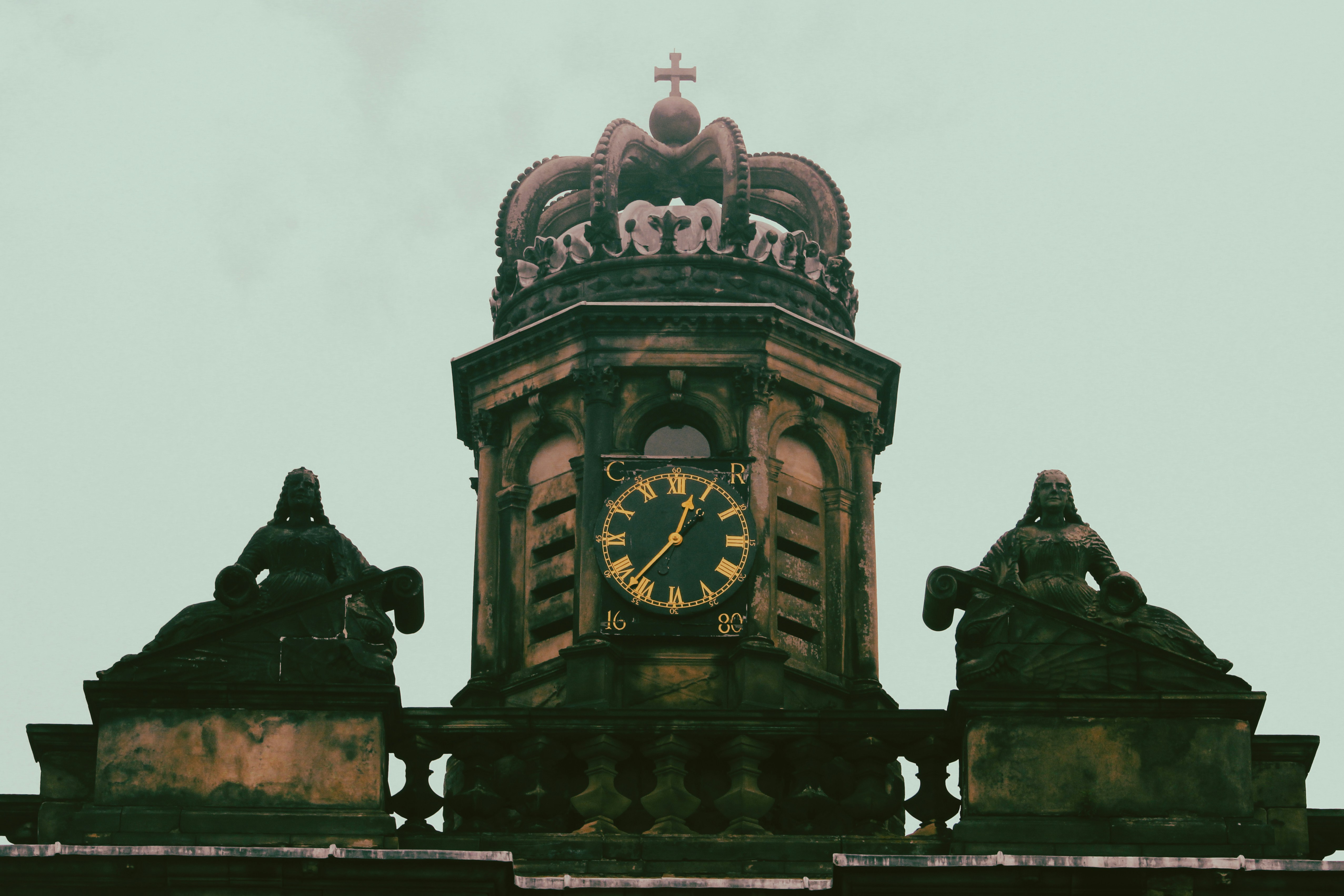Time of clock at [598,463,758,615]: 12:36
